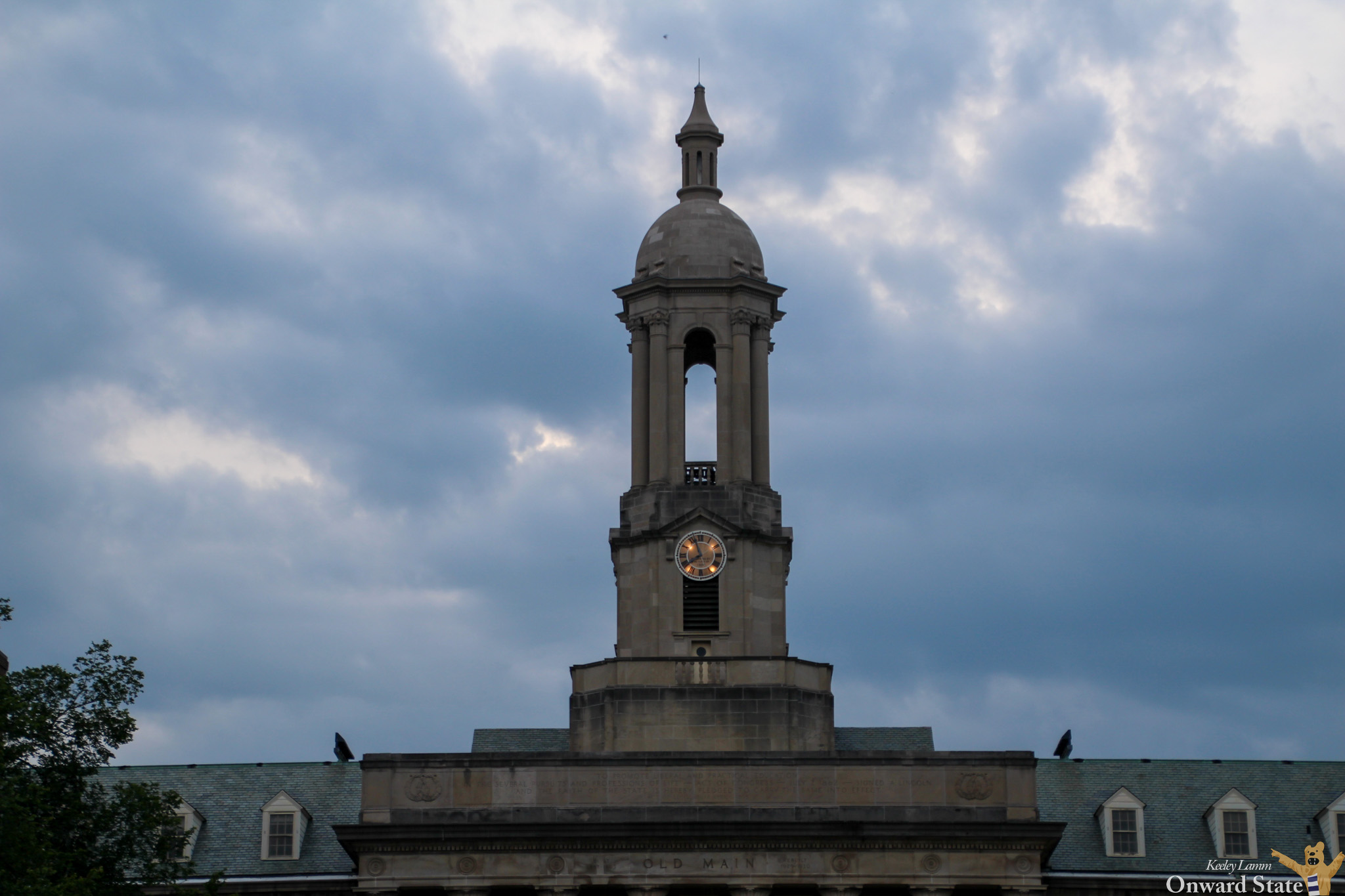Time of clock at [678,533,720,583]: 7:56
